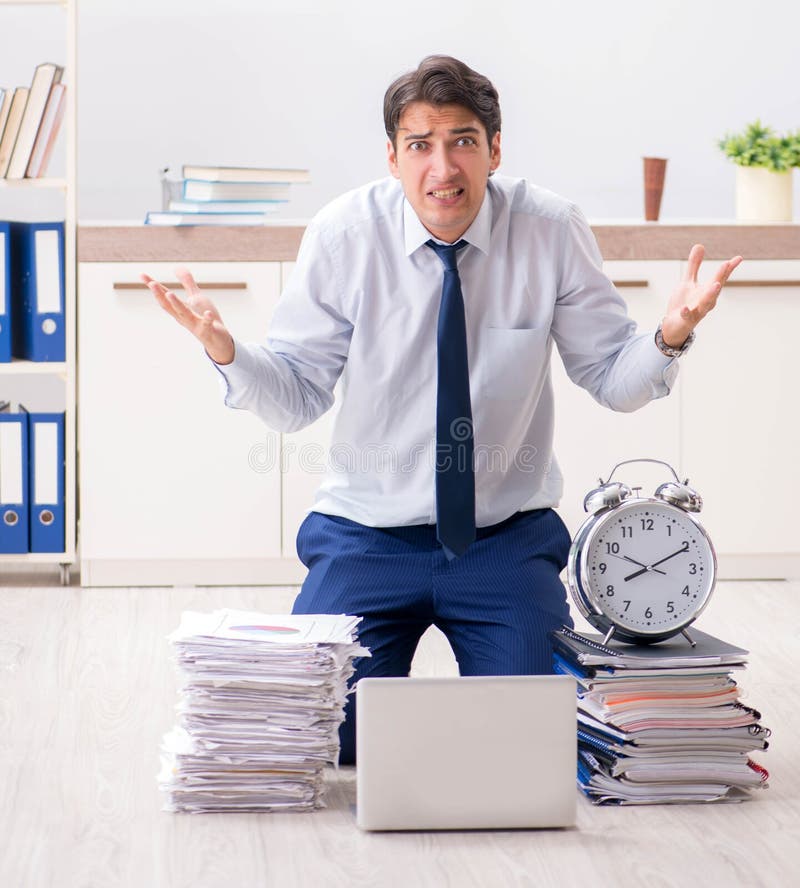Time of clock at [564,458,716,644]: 8:10
